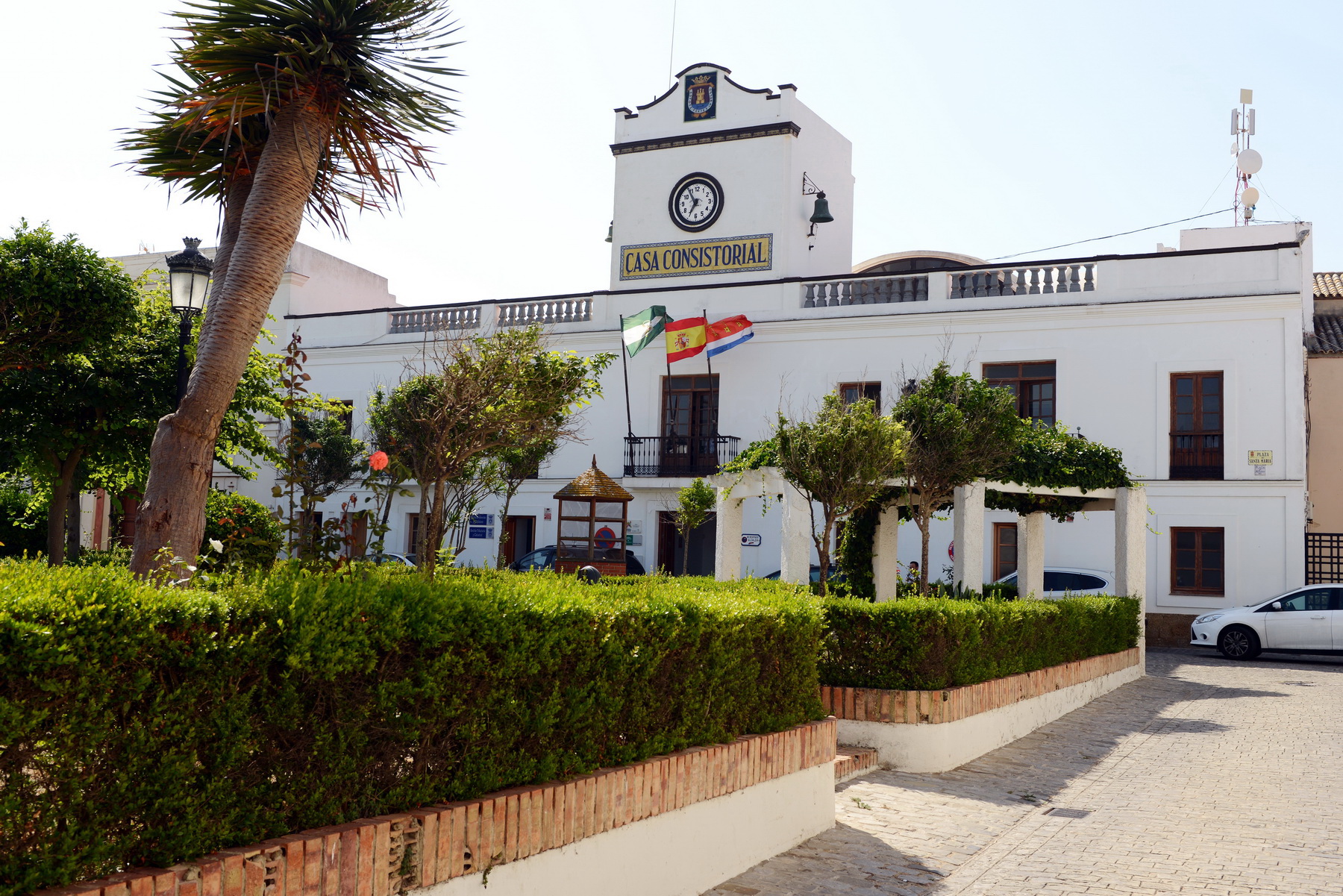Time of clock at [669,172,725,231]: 6:54
